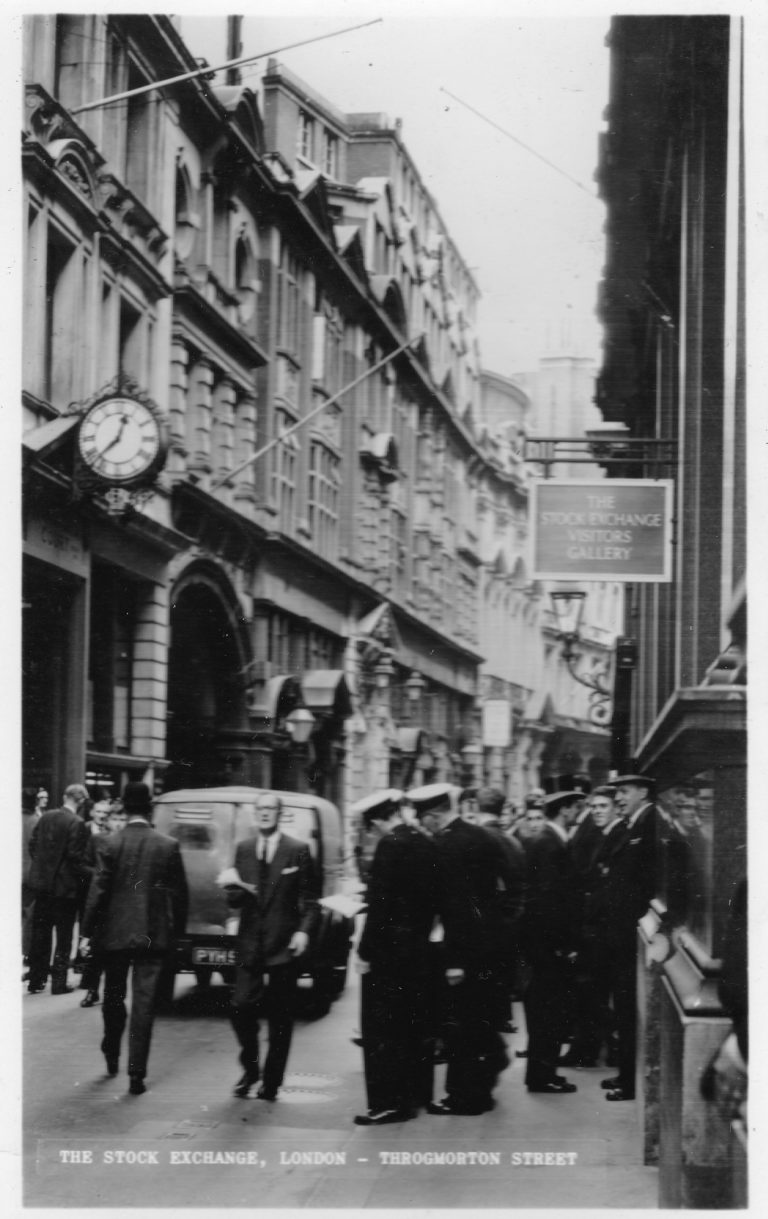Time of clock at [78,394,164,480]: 12:37
